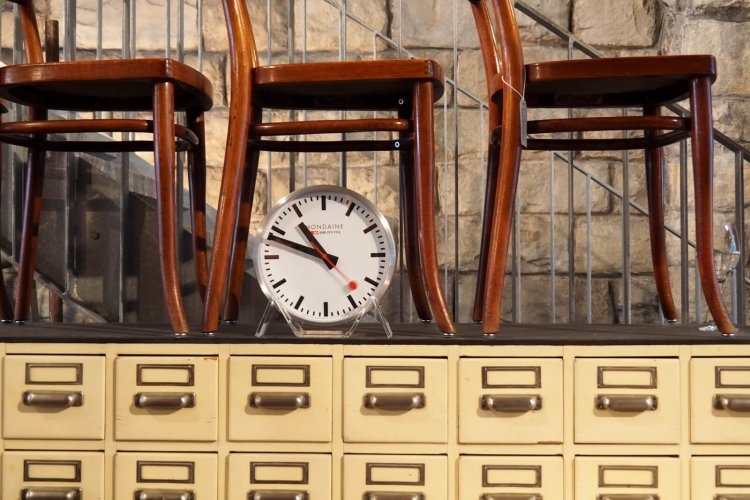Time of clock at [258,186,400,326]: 10:48
